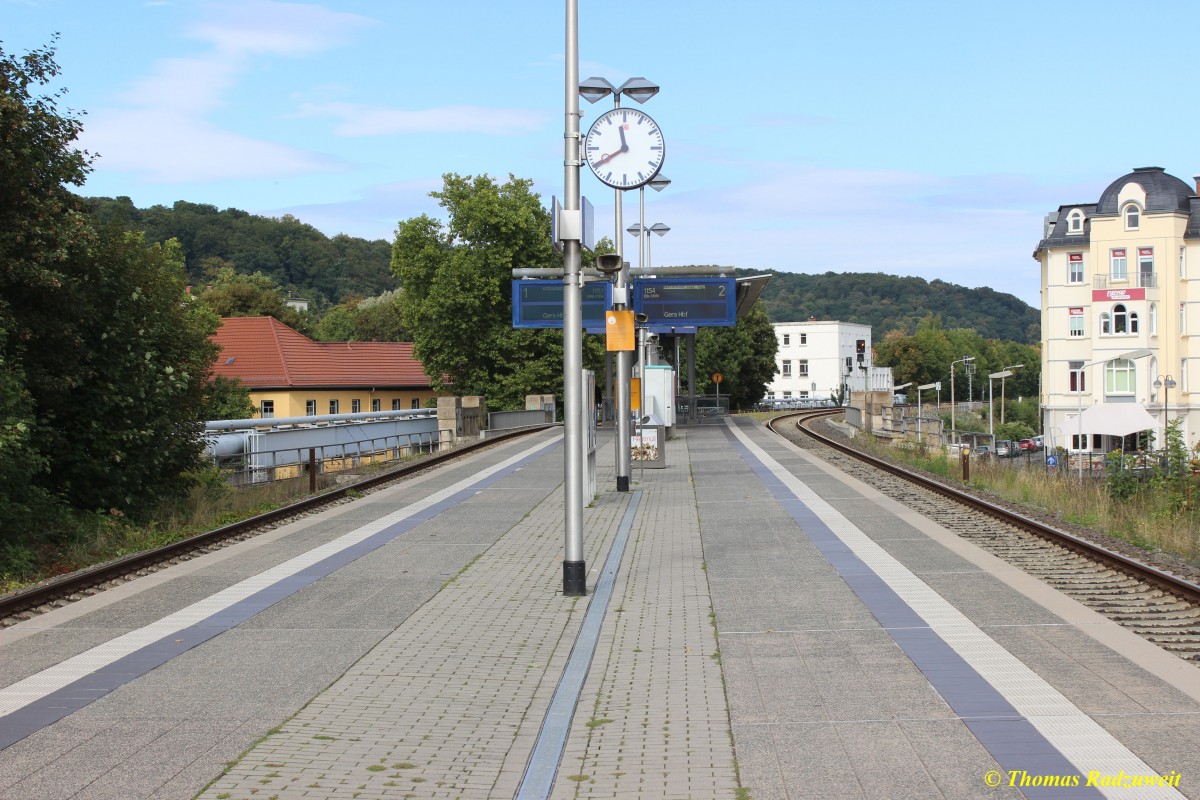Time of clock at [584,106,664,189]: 11:39
